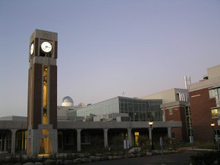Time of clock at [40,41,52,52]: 7:15
